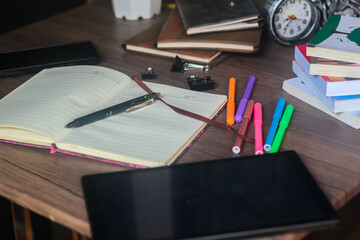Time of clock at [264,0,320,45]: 8:36
